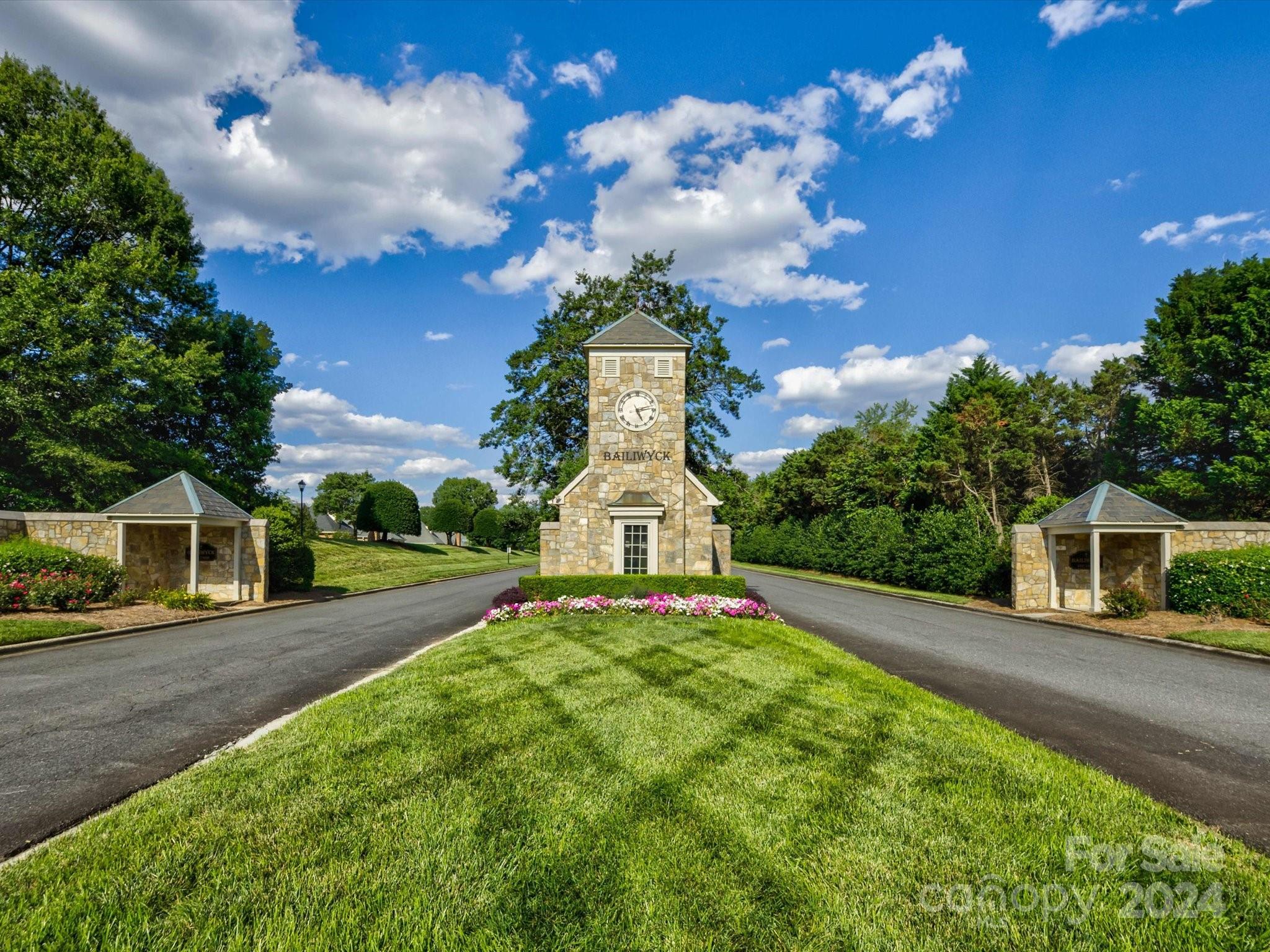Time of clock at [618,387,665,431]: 5:12
